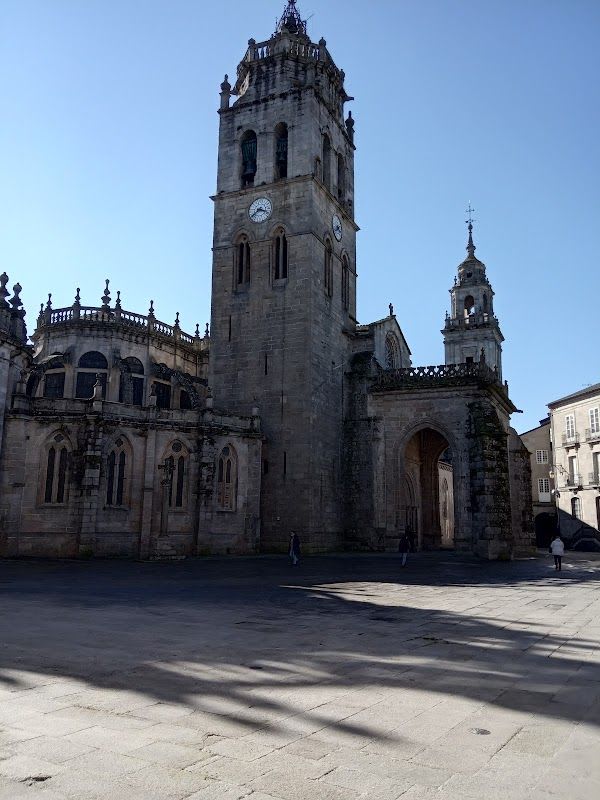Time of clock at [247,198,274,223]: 3:39
